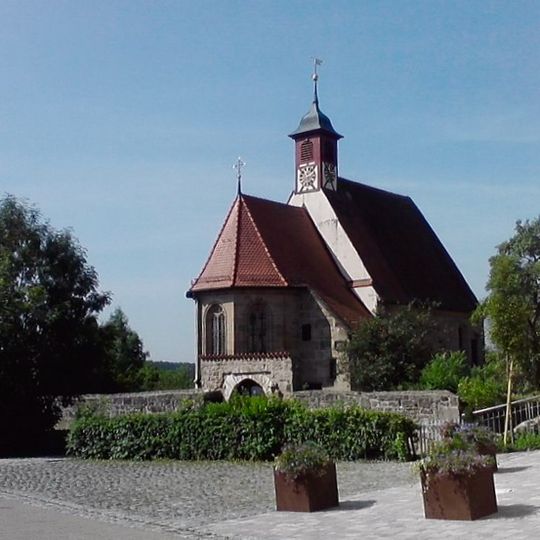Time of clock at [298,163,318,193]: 2:24
